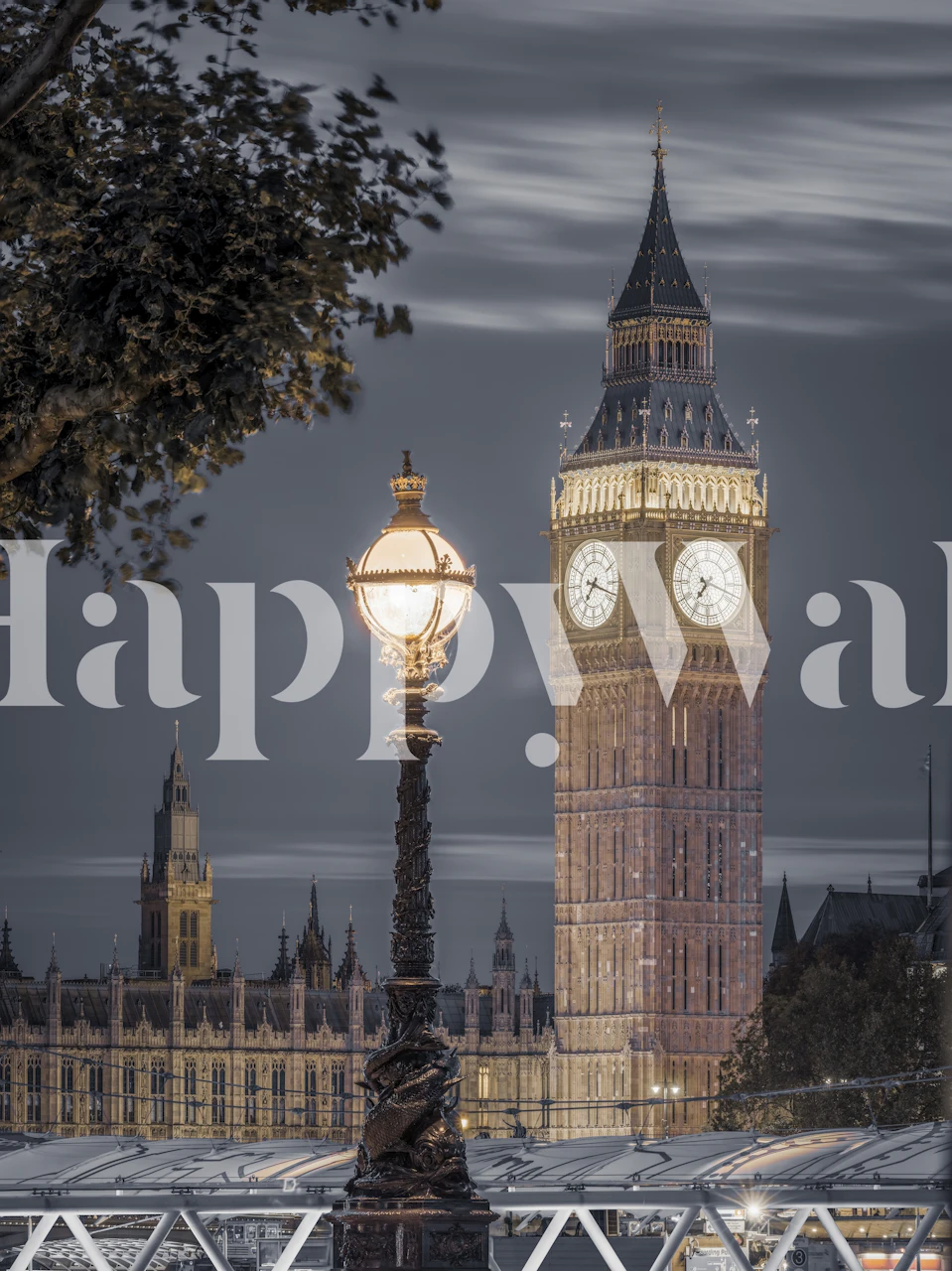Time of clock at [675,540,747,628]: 7:18
